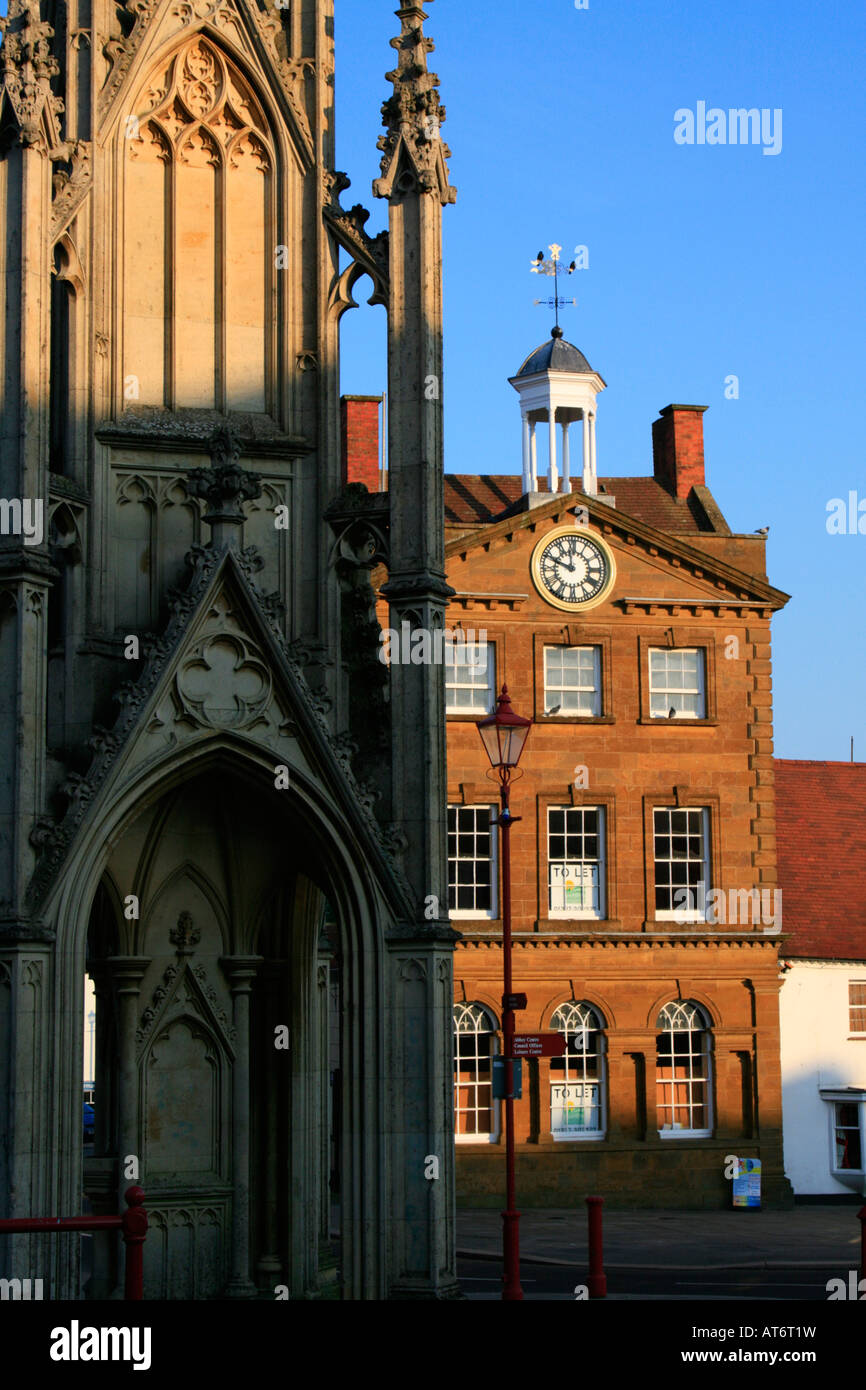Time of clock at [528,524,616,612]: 11:48
